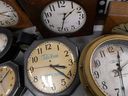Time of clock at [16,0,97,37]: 1:32
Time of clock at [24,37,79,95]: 3:21
